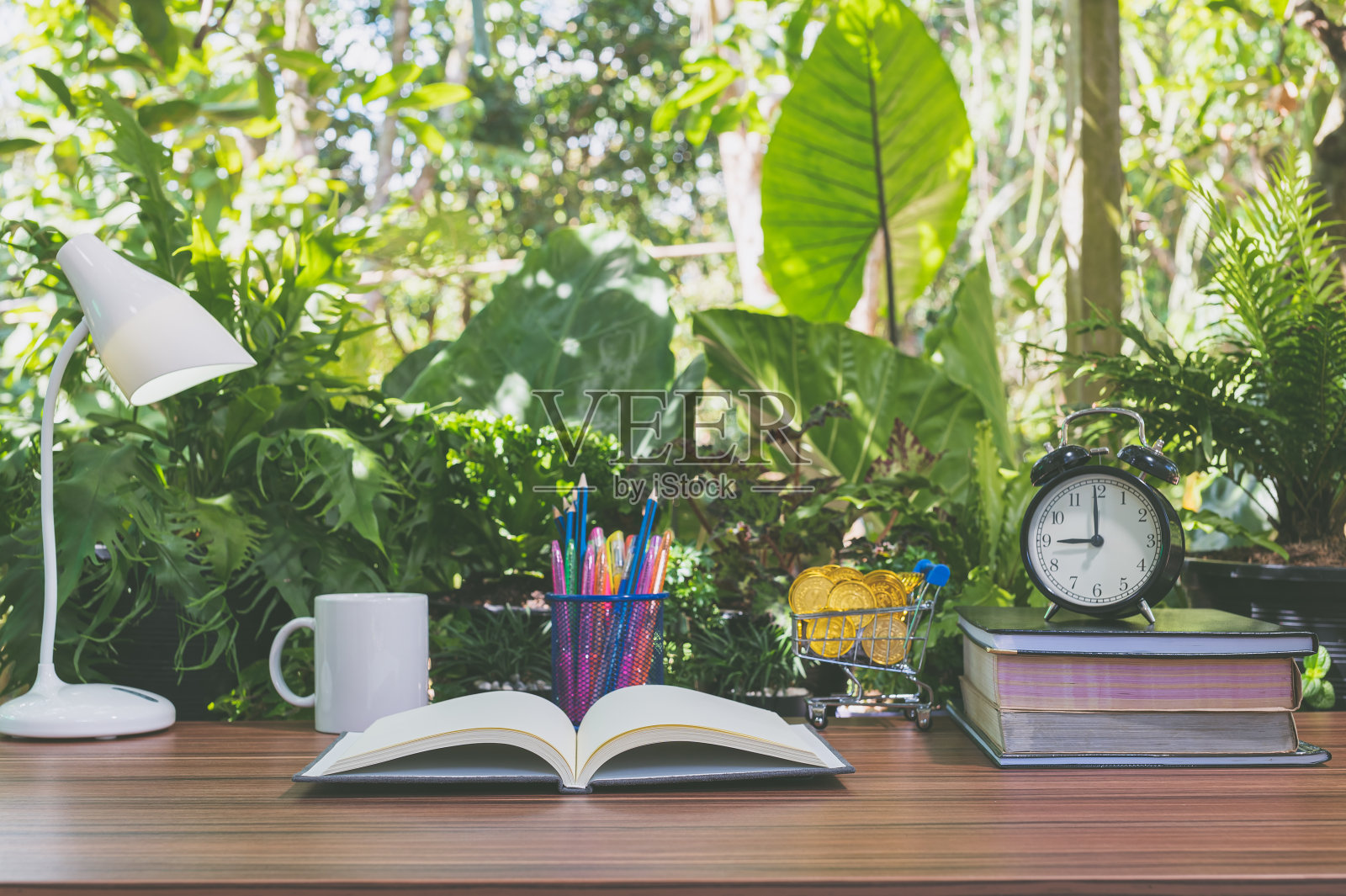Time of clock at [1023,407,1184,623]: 8:59
